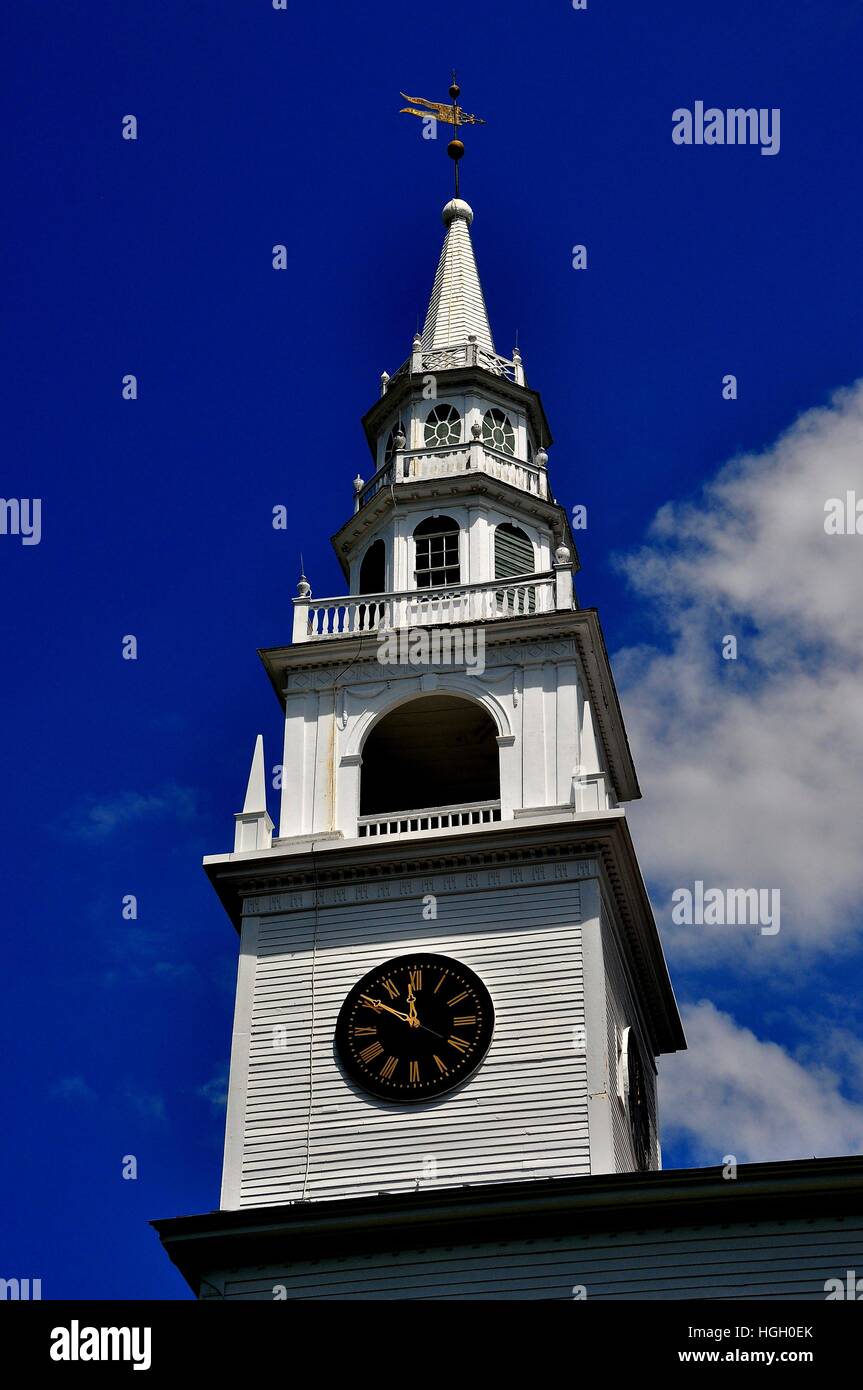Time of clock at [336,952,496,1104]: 11:50
